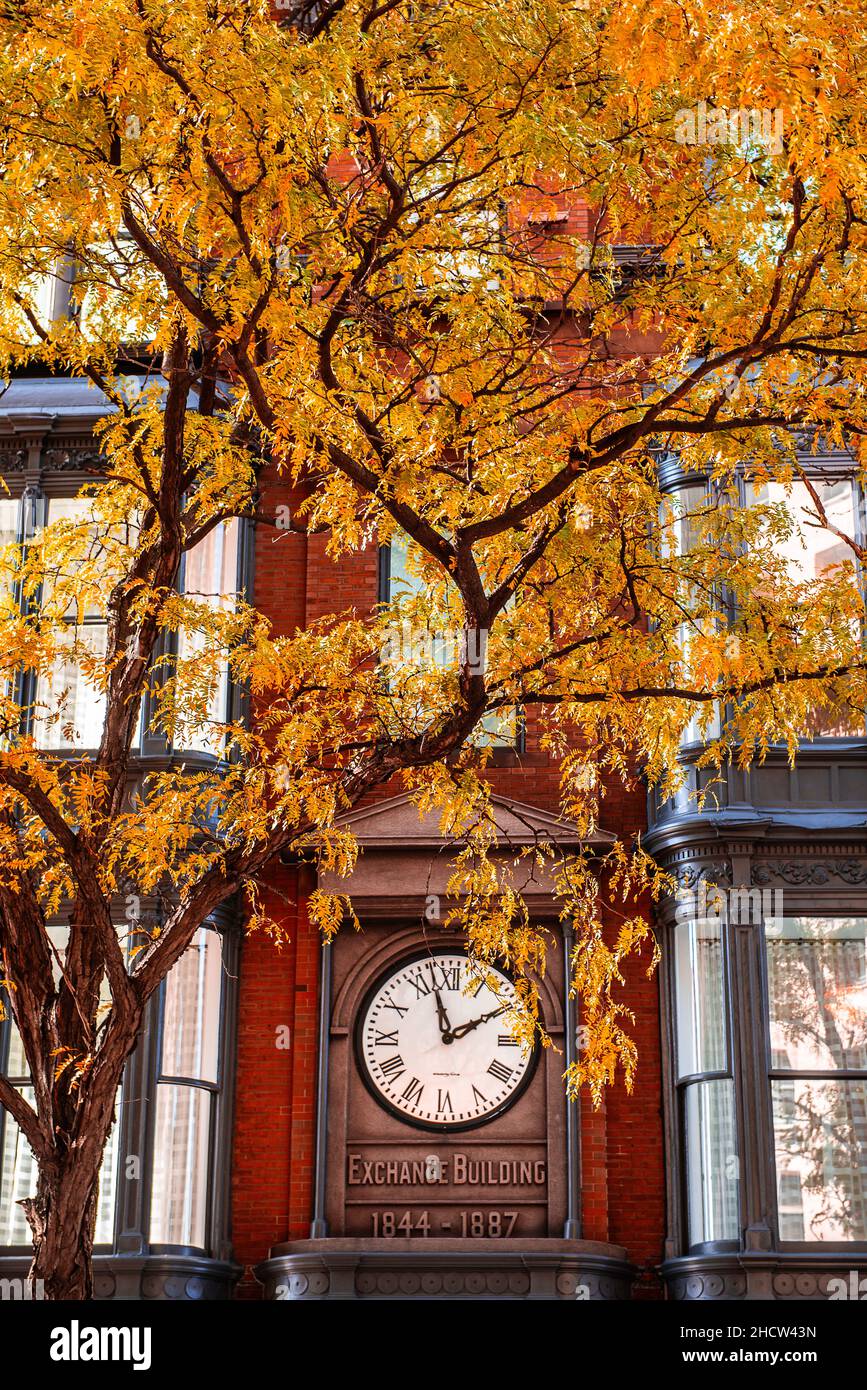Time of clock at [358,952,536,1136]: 1:57
